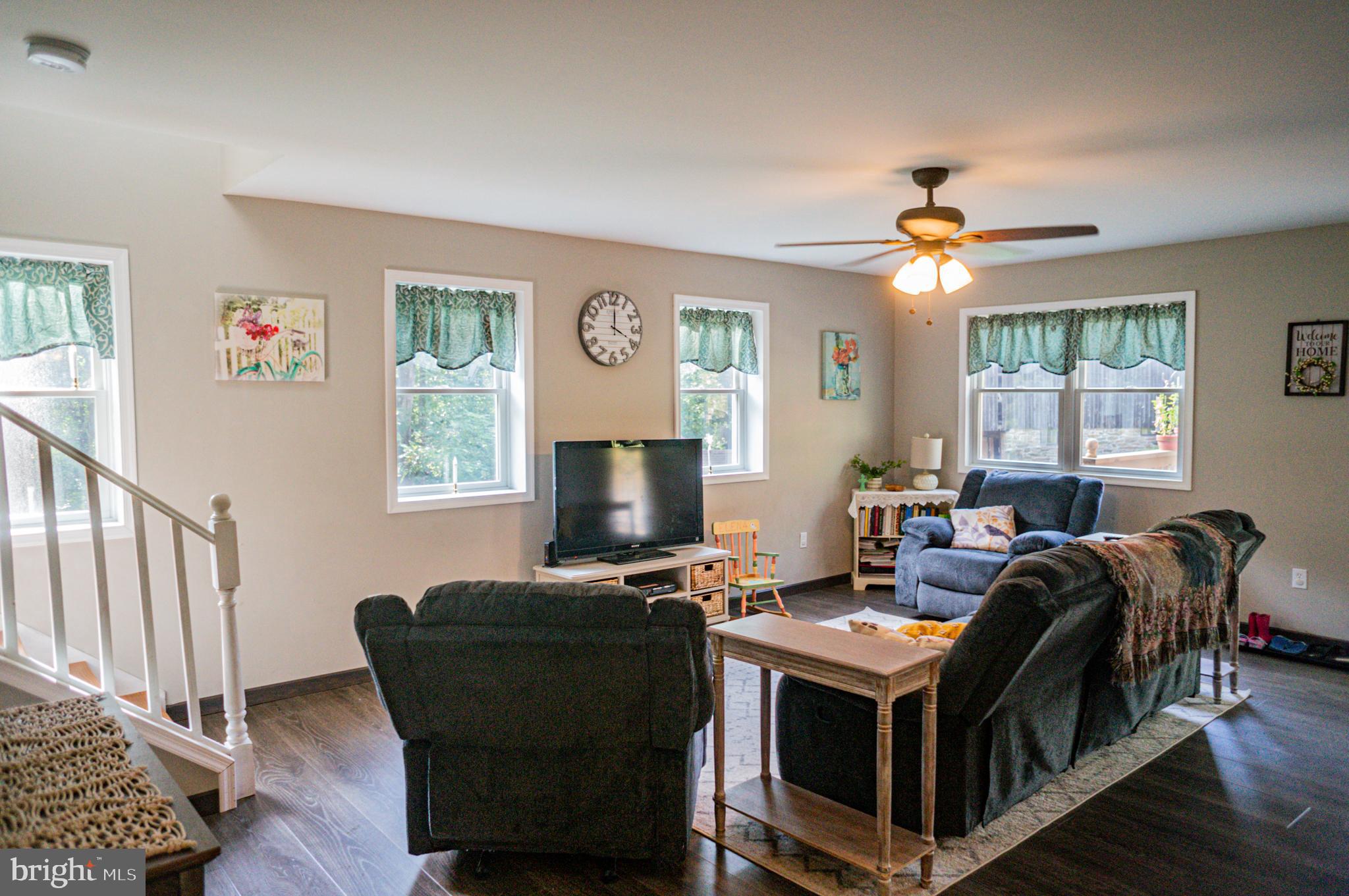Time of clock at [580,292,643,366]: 4:00
